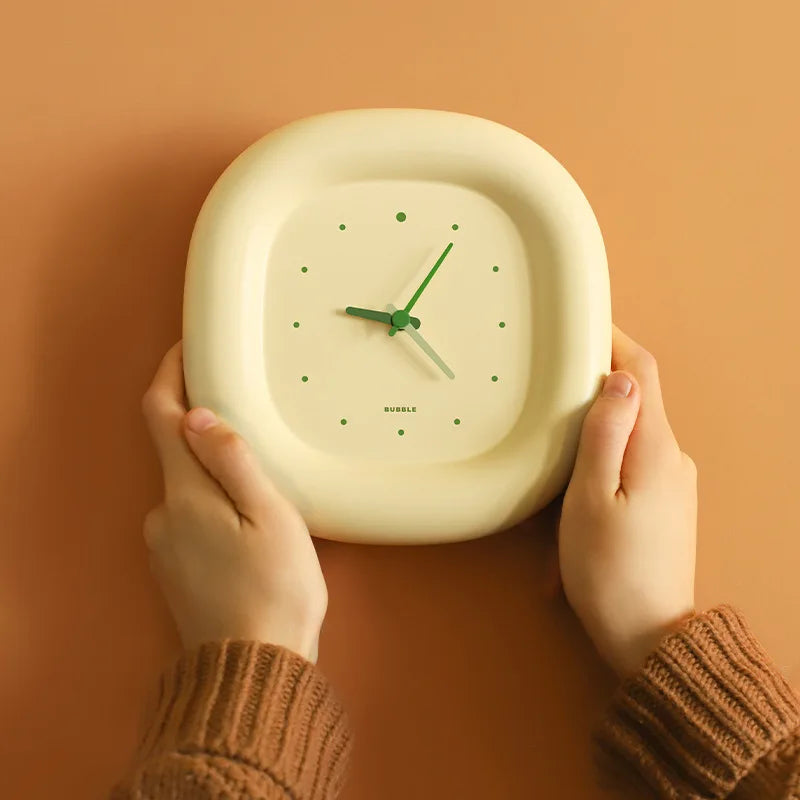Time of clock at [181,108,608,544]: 9:05
